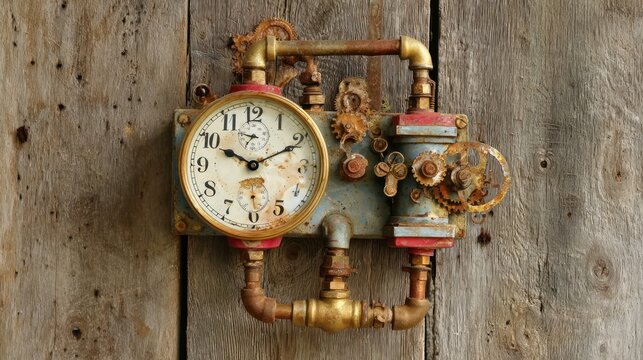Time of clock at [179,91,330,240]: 10:10
